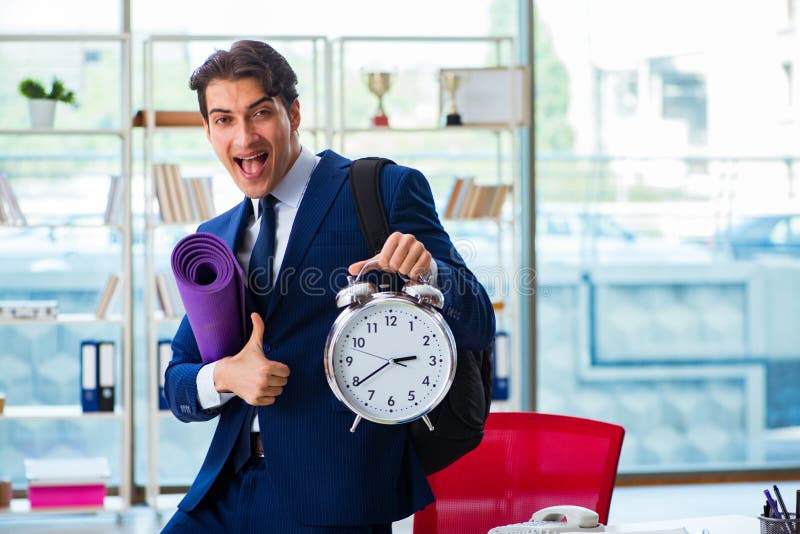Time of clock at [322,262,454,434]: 2:39
